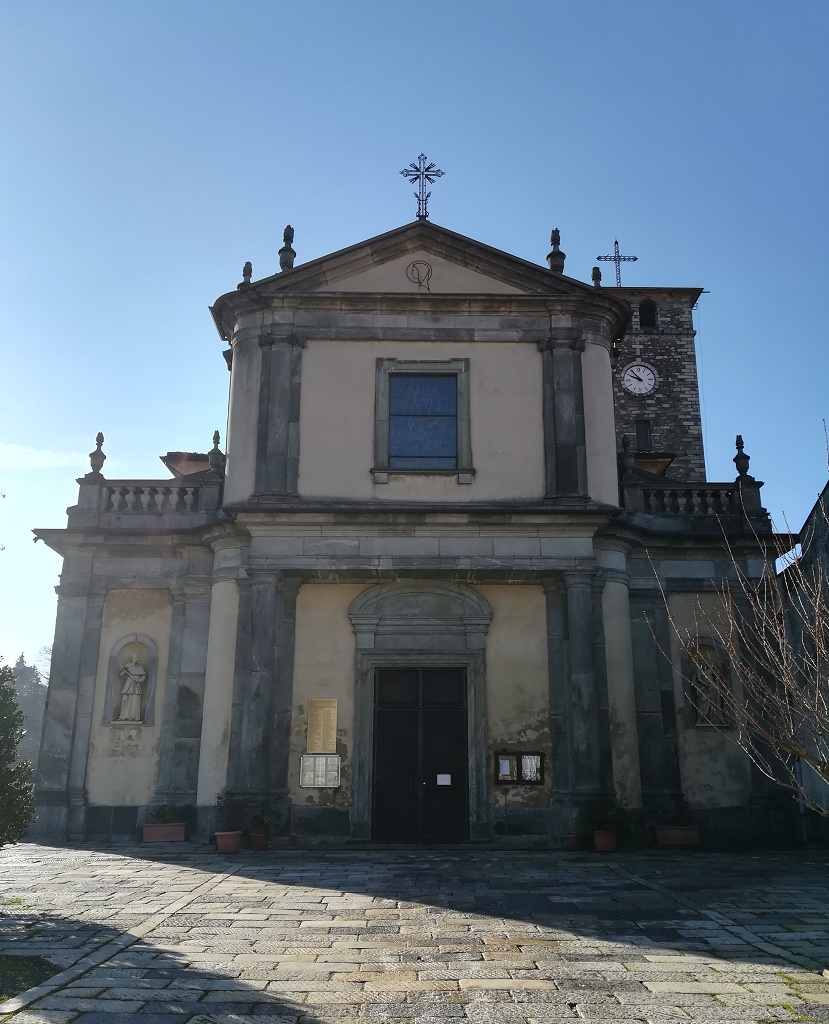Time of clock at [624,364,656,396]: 9:53
